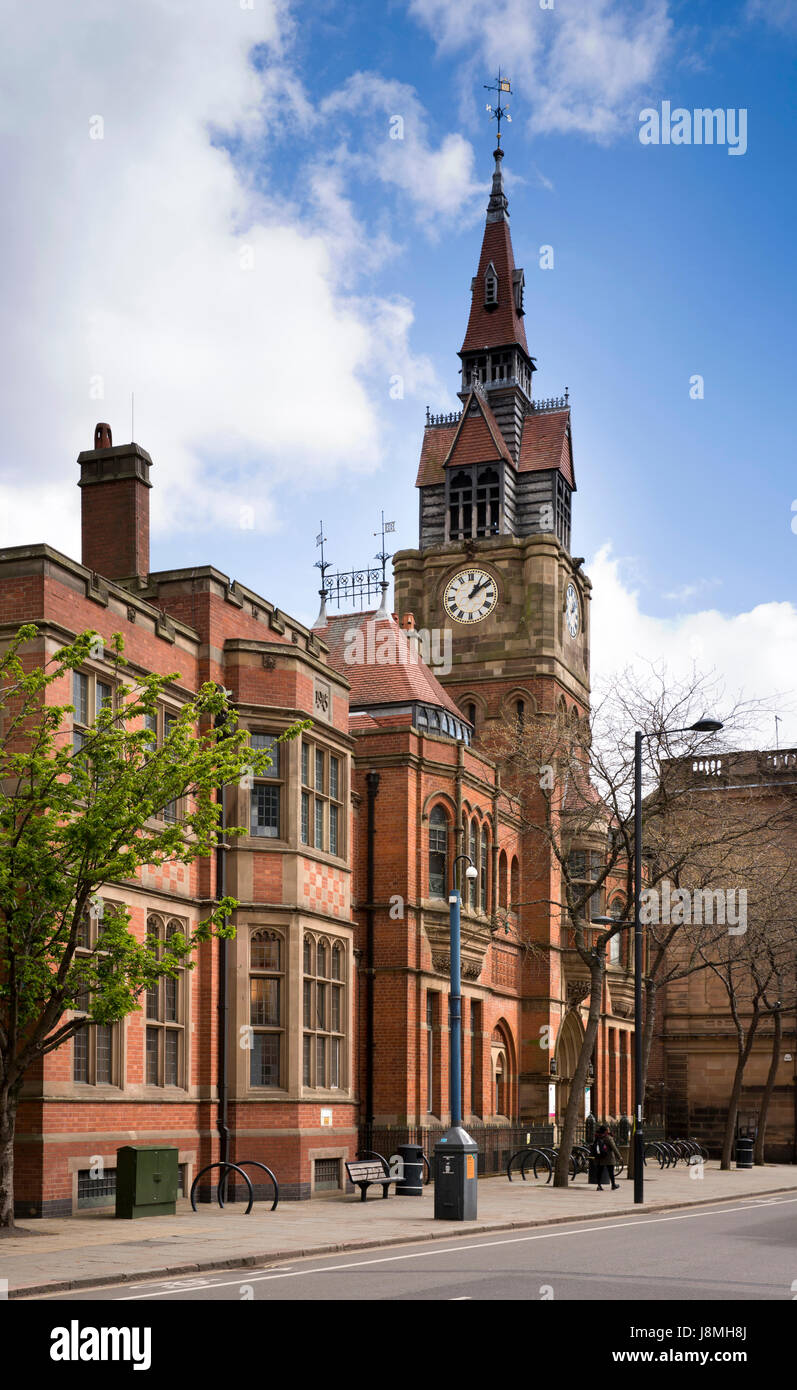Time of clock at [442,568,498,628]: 1:08
